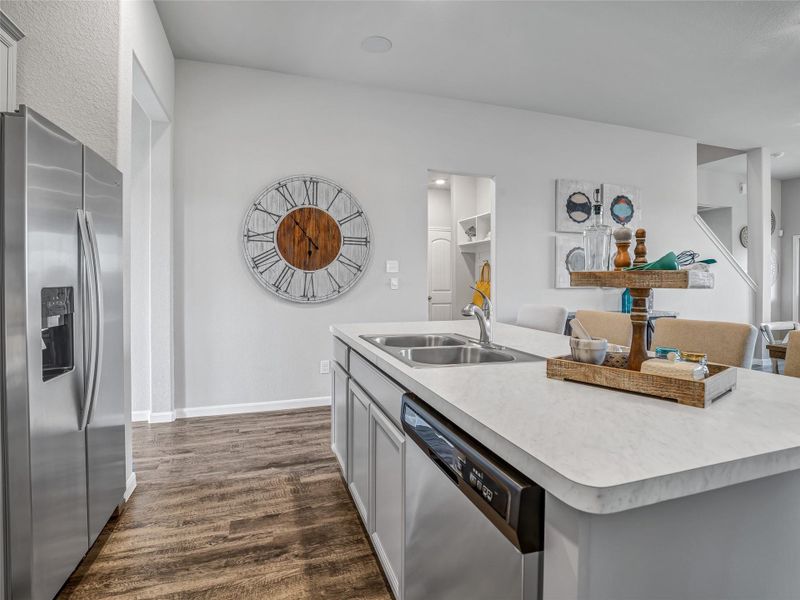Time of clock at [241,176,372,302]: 5:53
